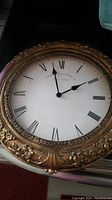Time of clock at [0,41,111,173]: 1:57
